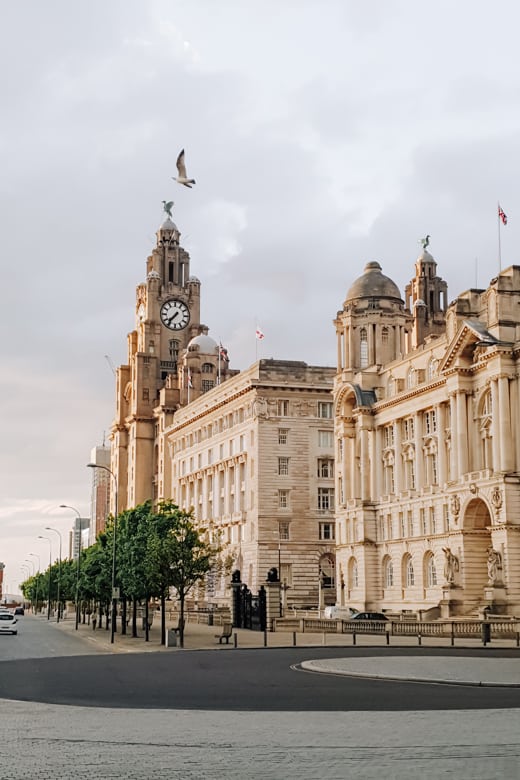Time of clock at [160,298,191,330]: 7:36
